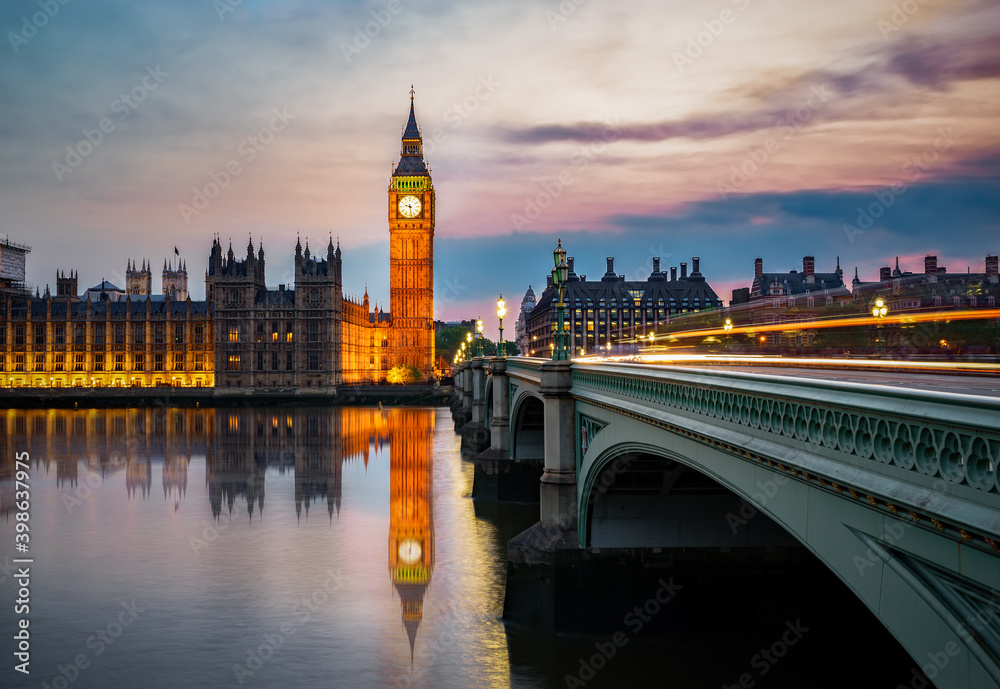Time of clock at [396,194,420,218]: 9:28
